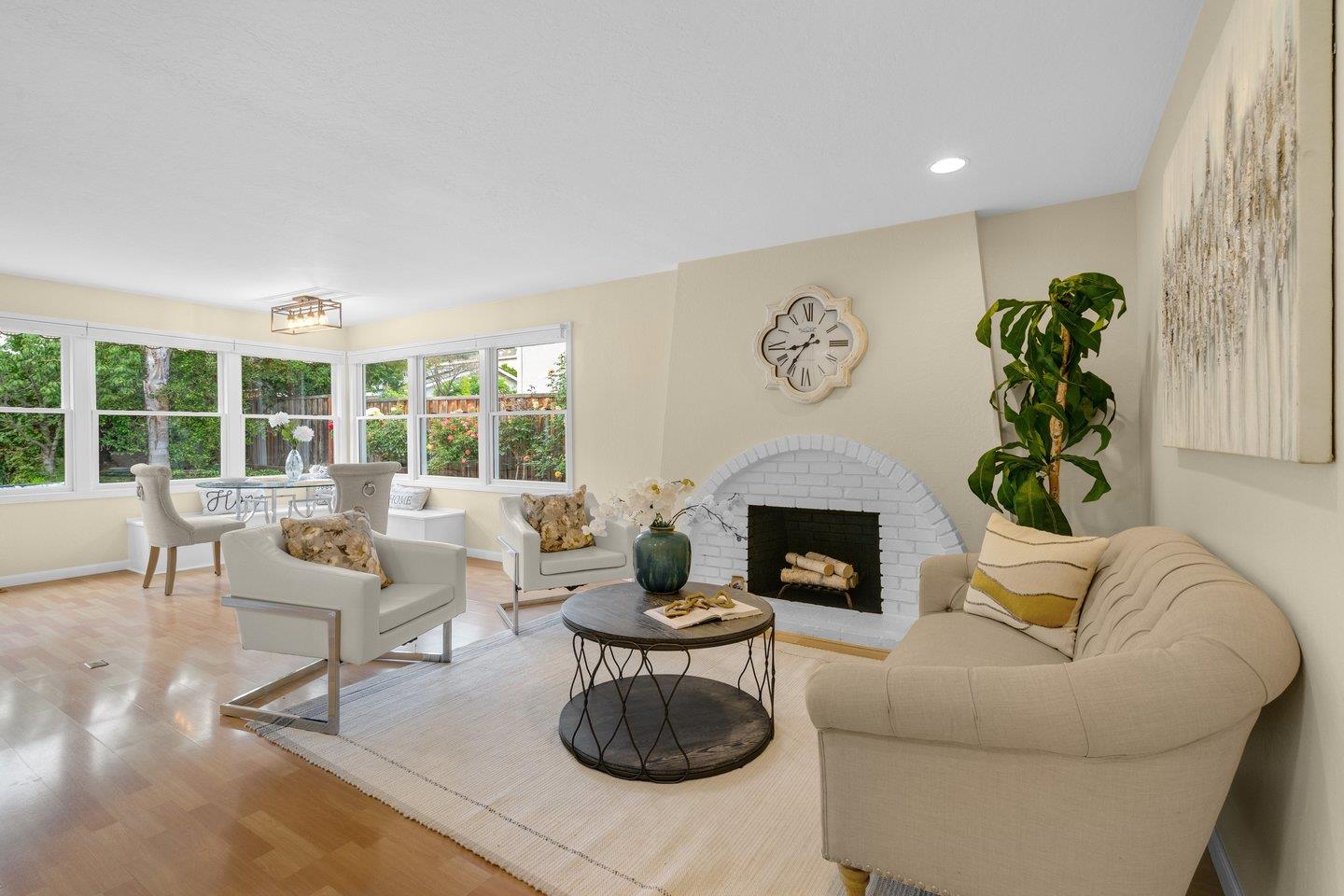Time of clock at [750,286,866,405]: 8:36
